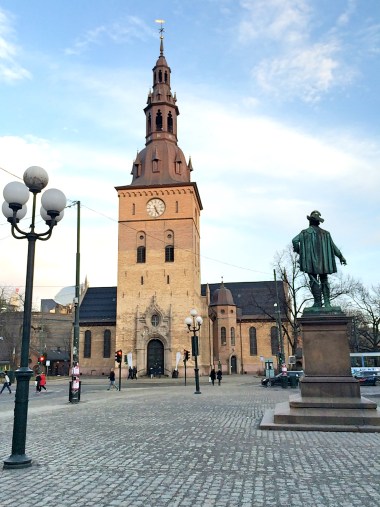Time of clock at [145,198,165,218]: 5:26
